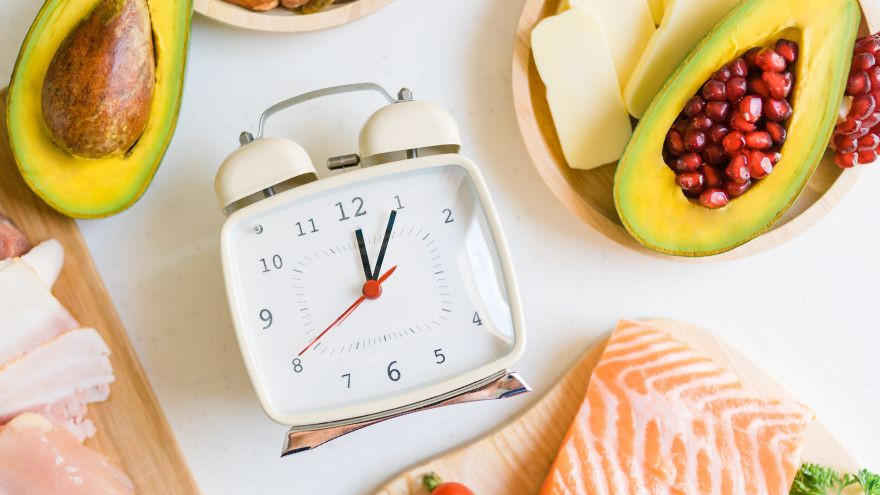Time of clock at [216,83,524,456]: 12:05
